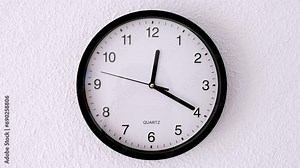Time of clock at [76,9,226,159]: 12:19
